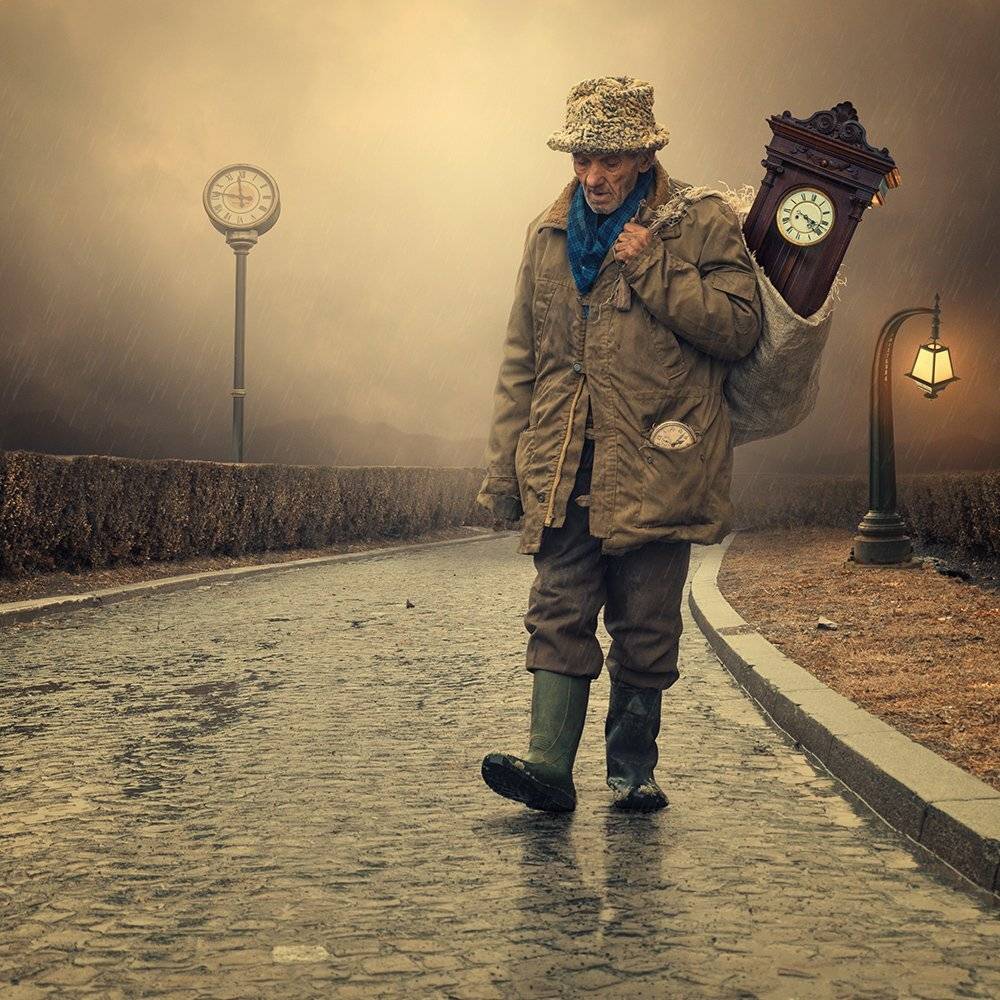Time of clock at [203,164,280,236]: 11:46
